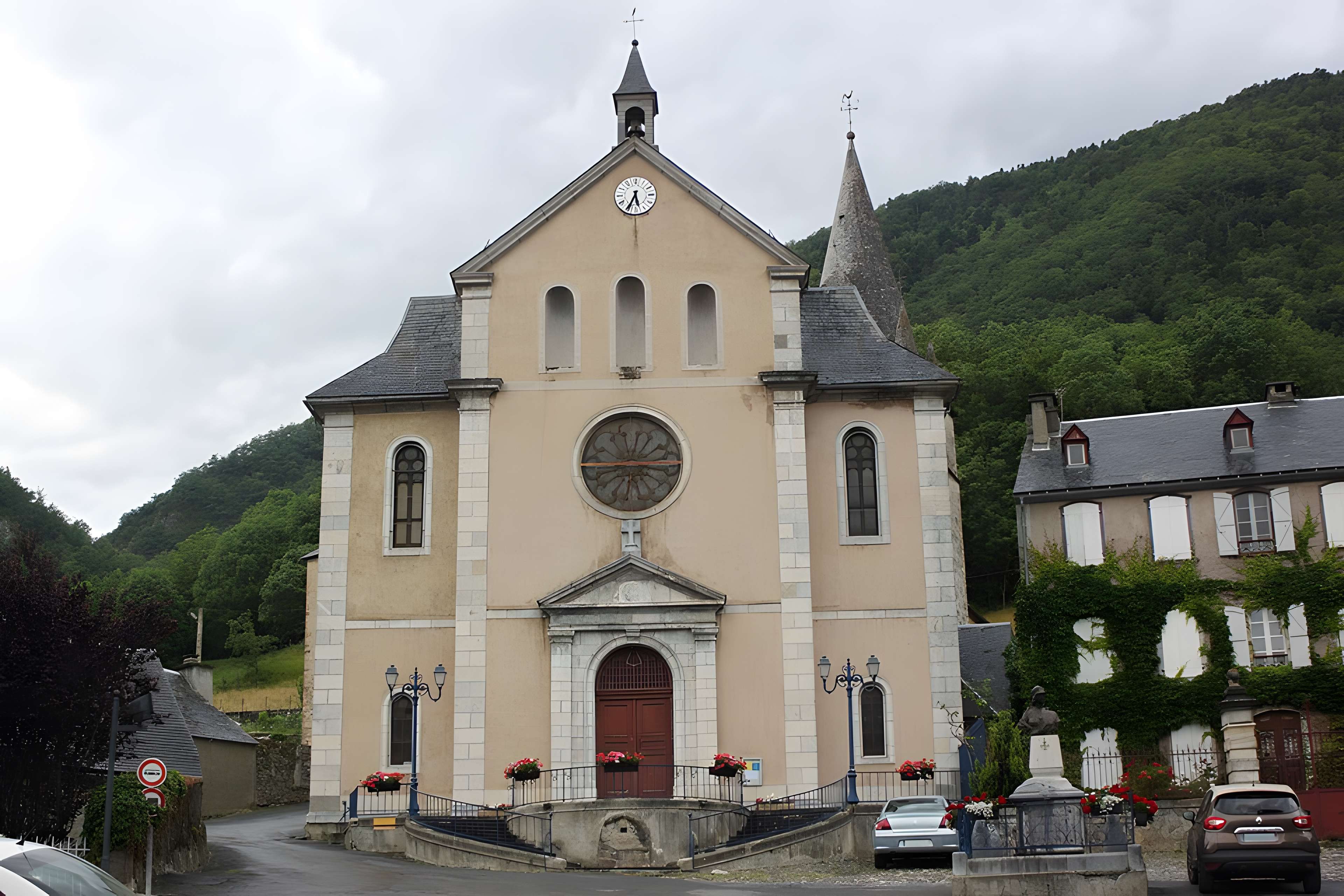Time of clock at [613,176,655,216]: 5:34
